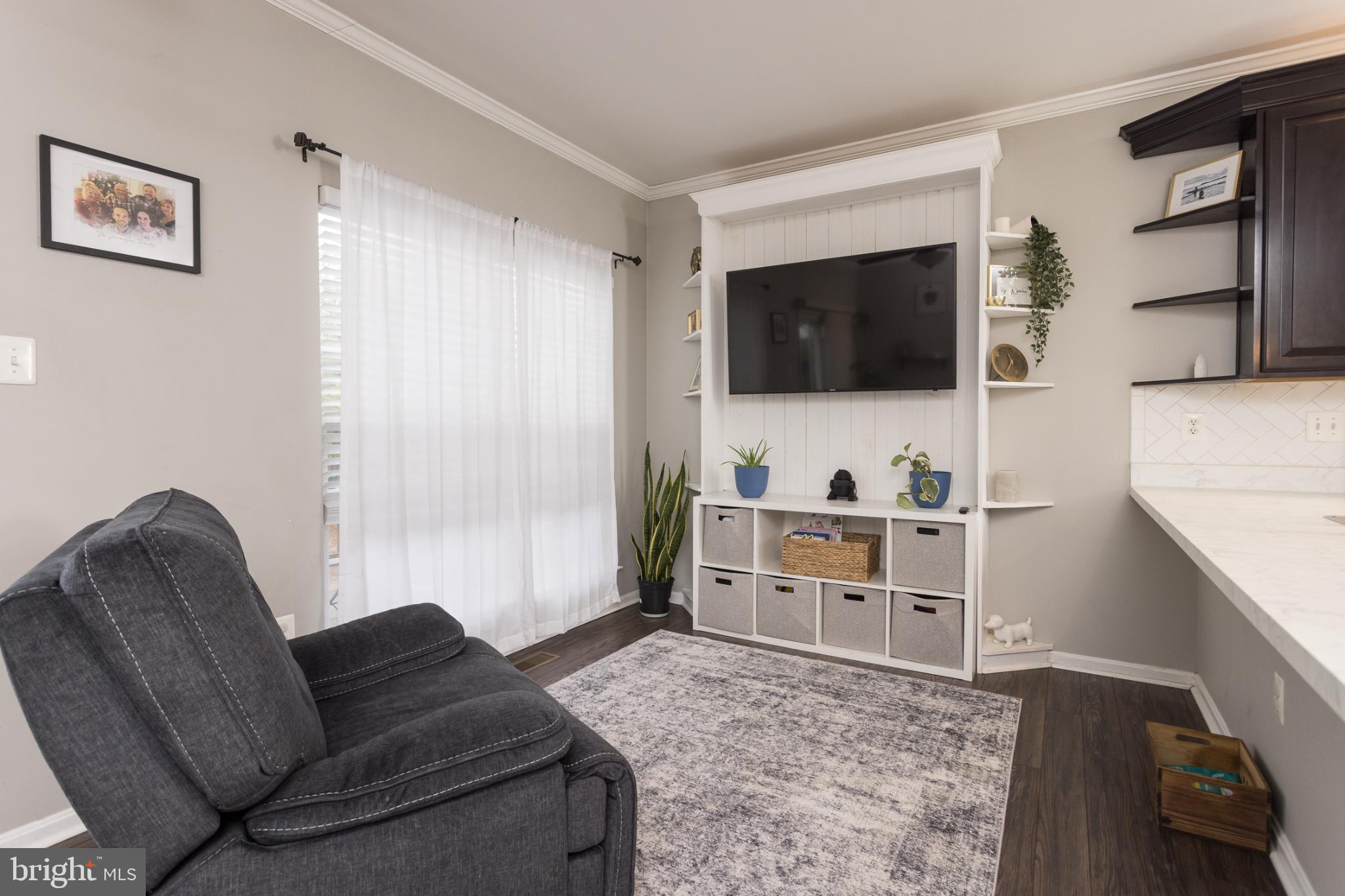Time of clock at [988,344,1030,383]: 11:35
